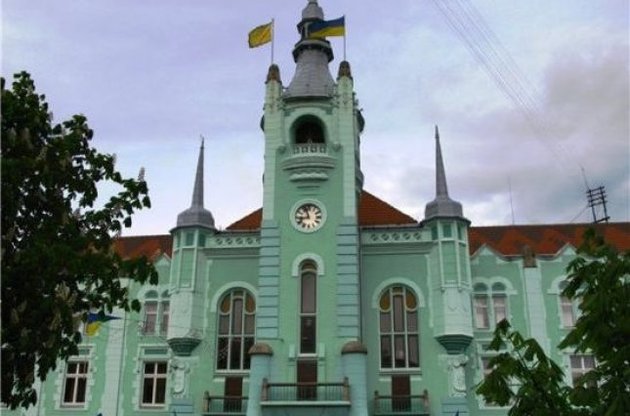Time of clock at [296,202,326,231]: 8:56
